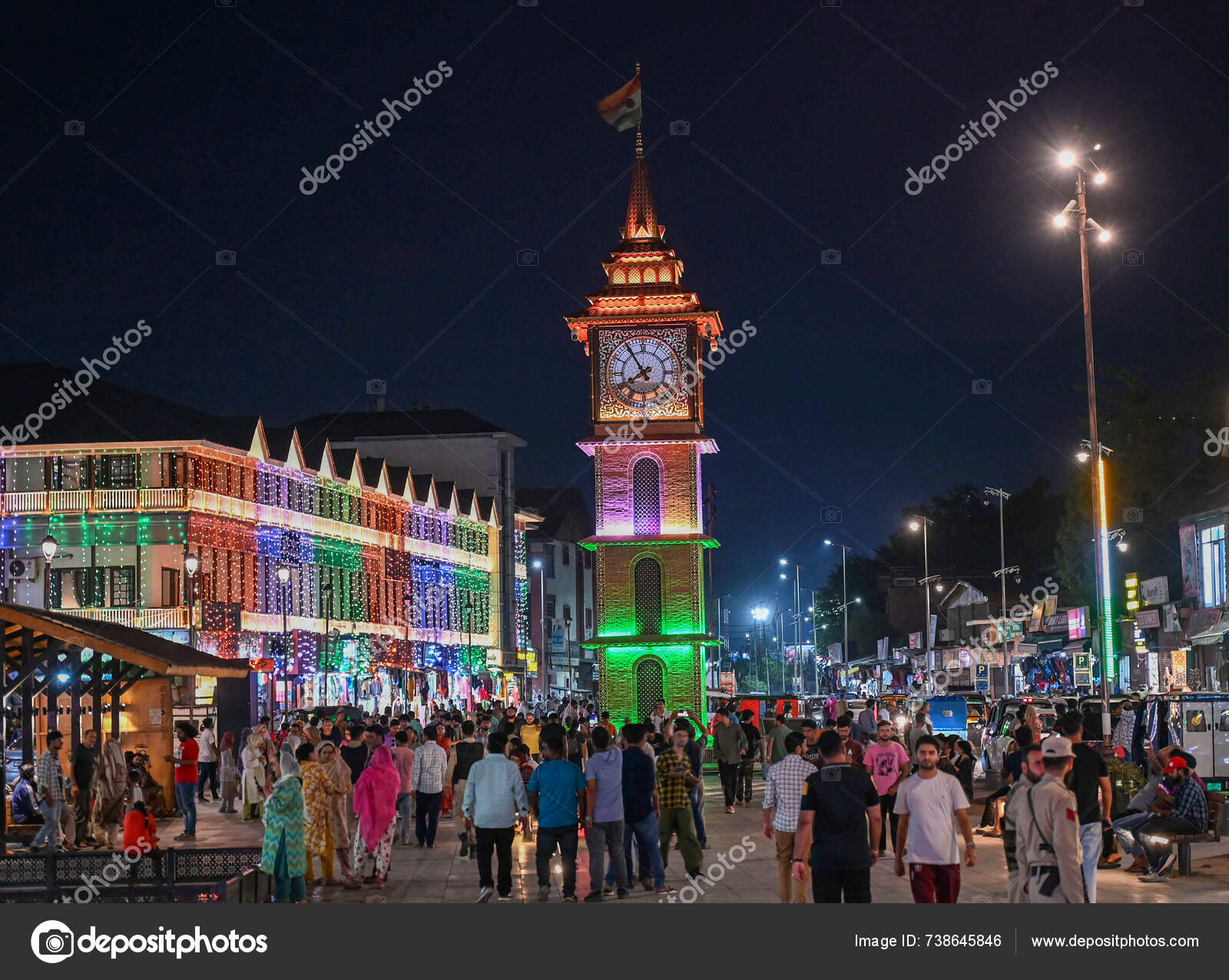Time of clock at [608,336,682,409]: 7:54
